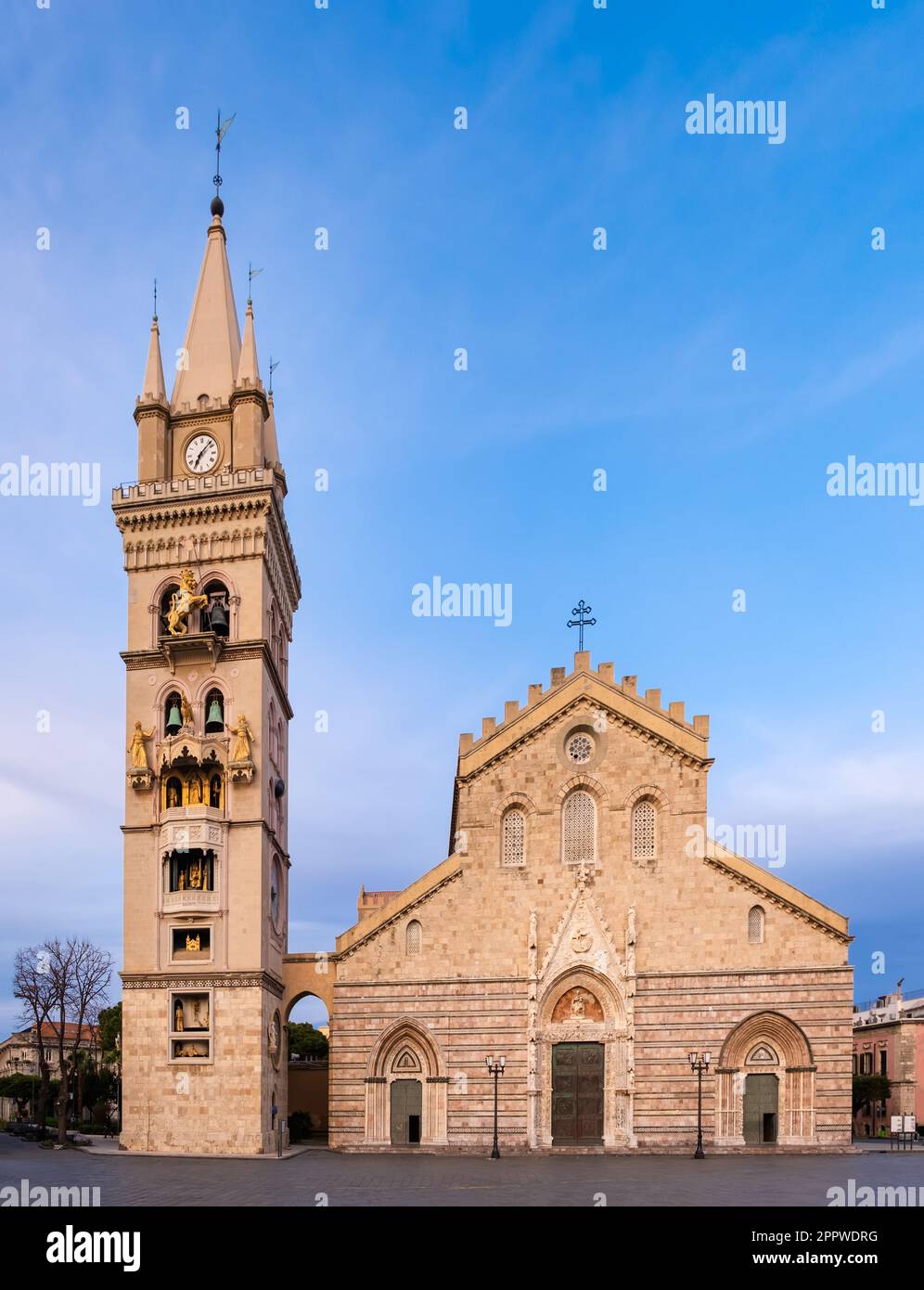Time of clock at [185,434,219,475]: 7:07
